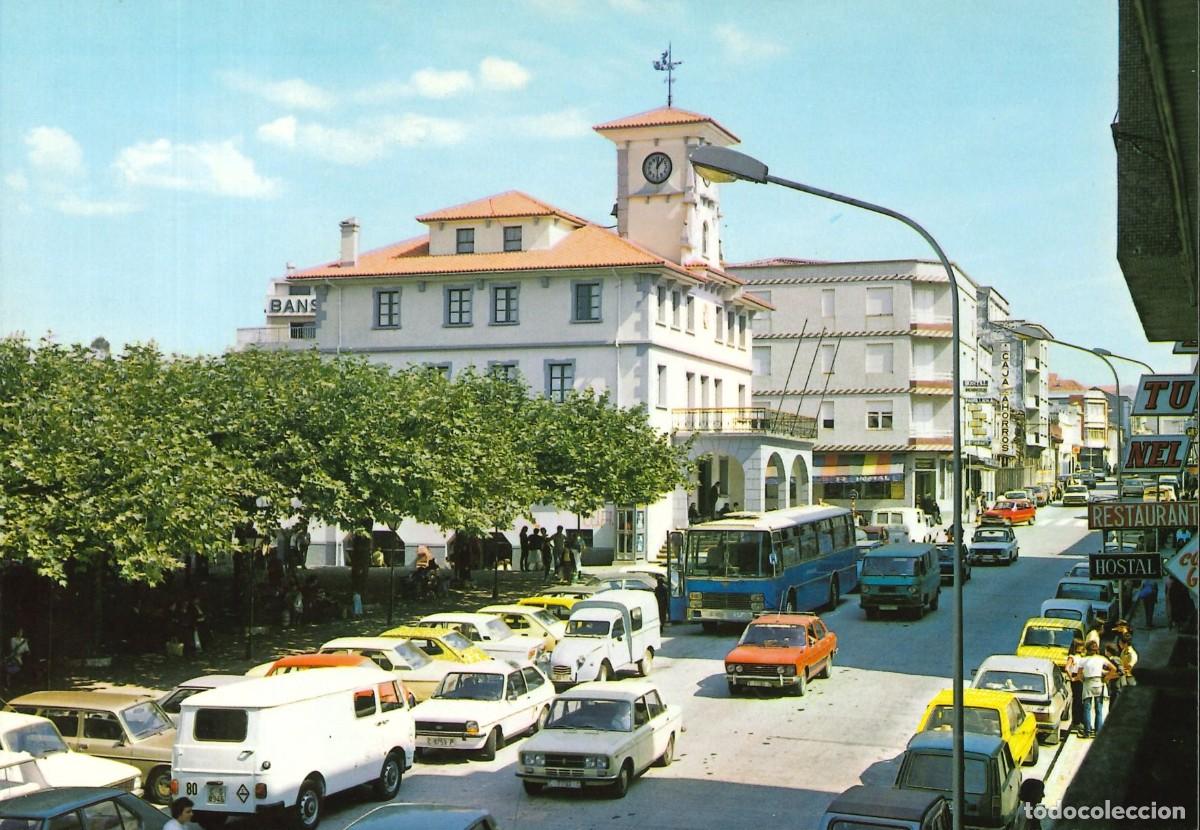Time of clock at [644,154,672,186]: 12:06
